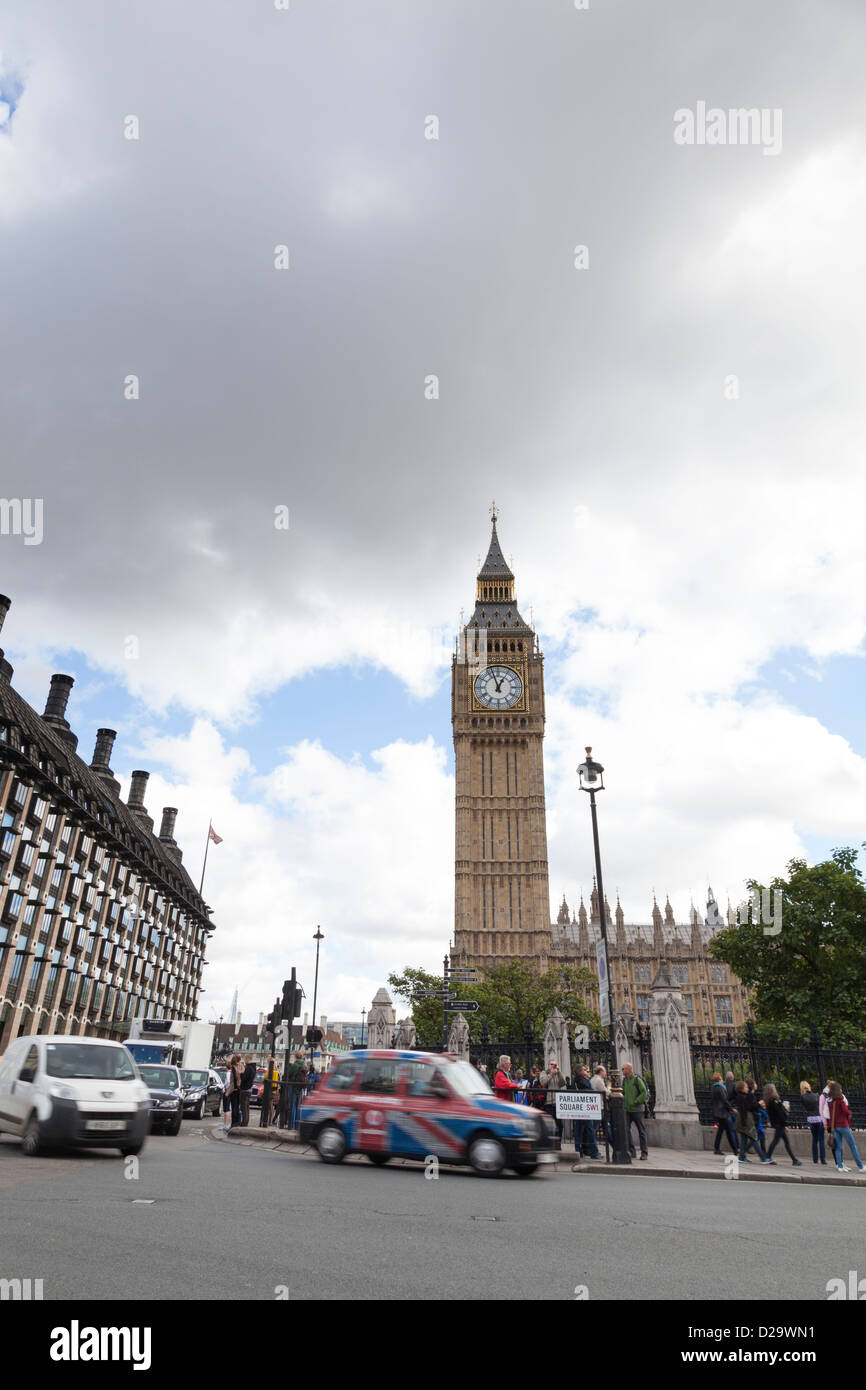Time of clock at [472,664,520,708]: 12:57
